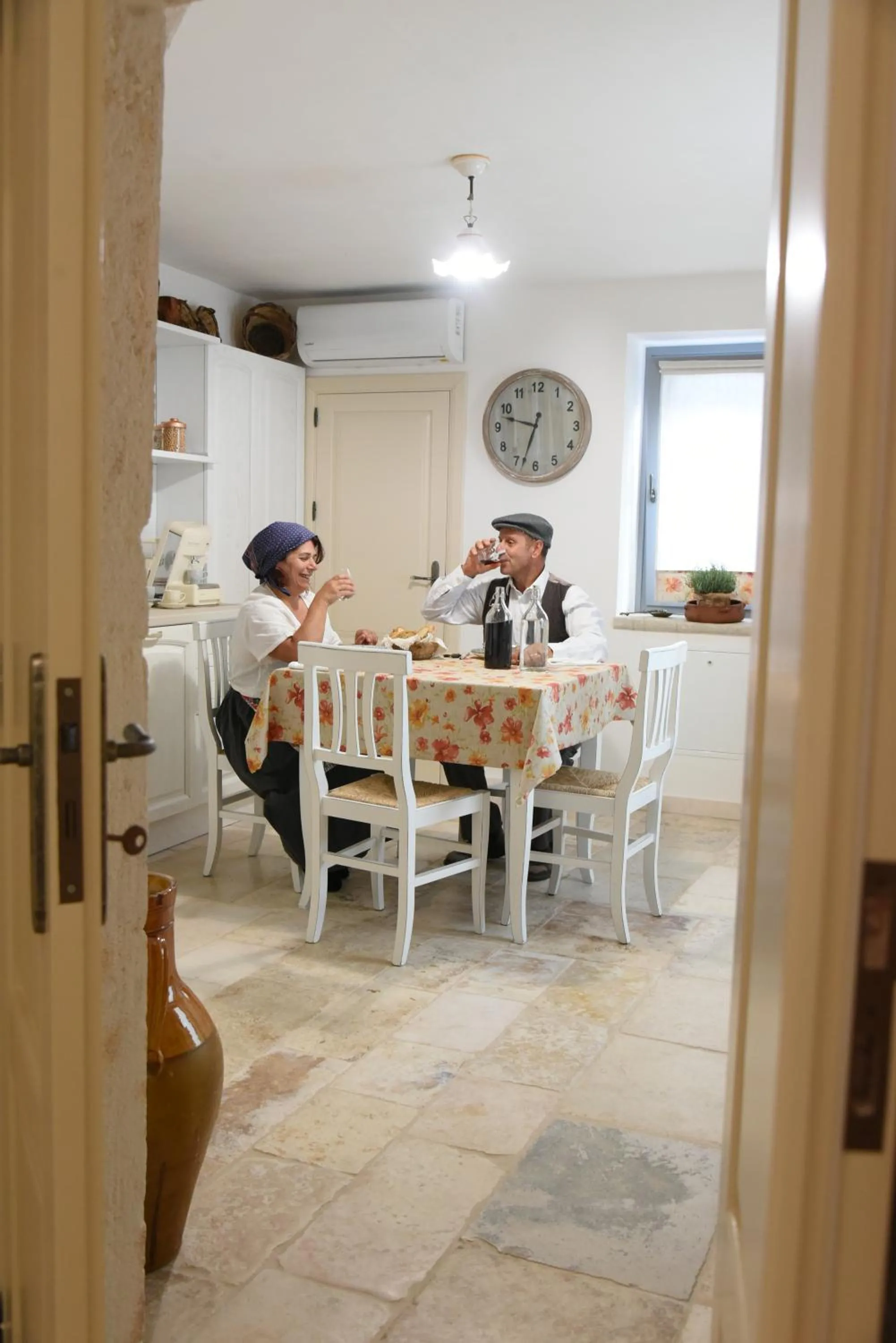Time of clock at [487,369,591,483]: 9:33
